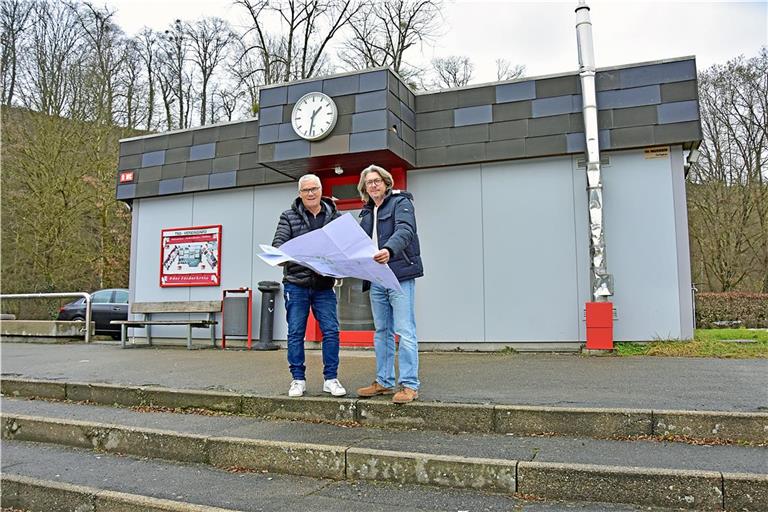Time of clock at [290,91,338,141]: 1:32
